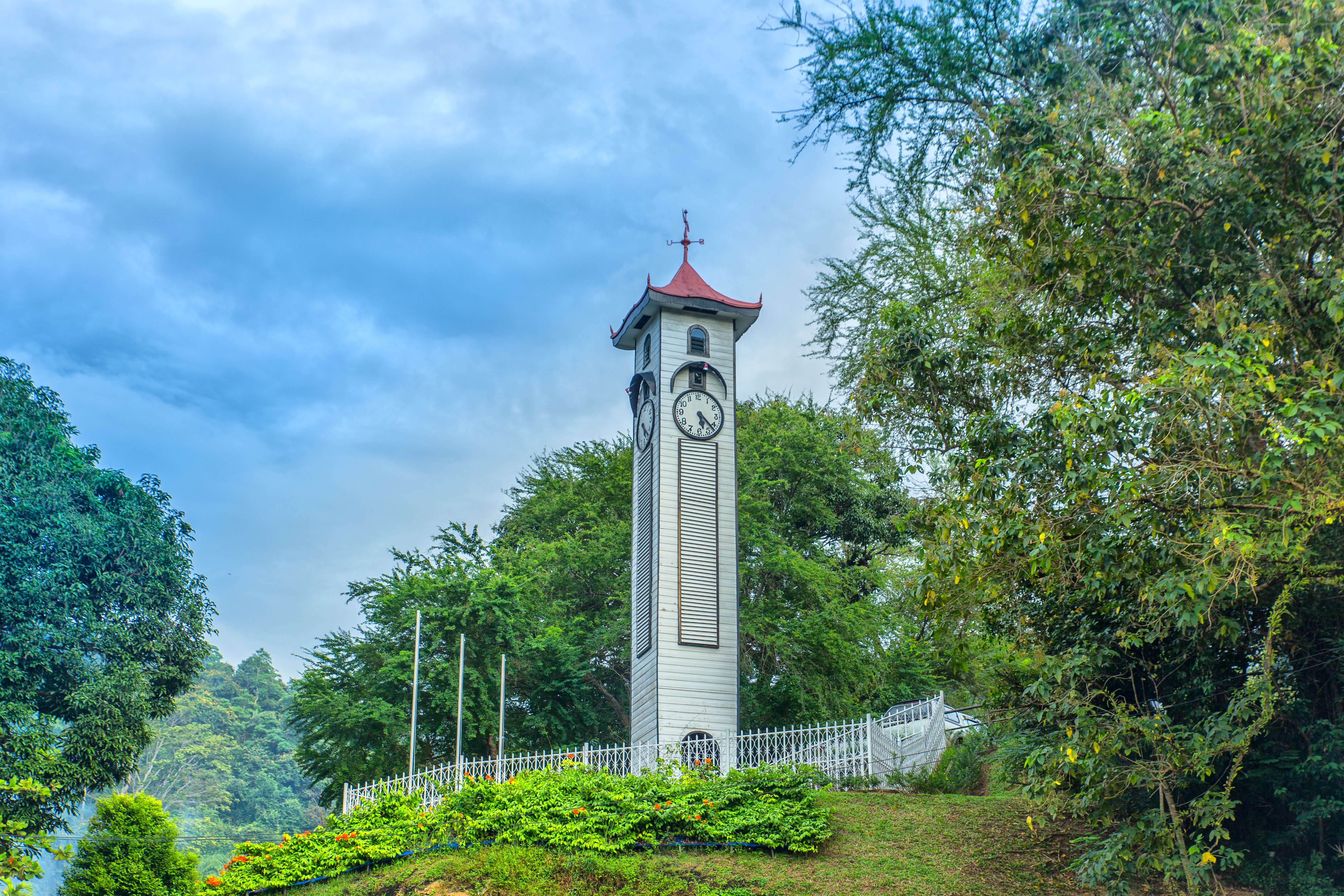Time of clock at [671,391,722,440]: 5:22
